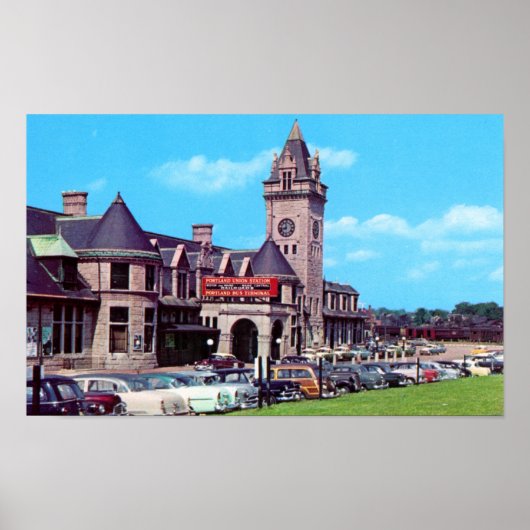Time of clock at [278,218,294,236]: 11:42
